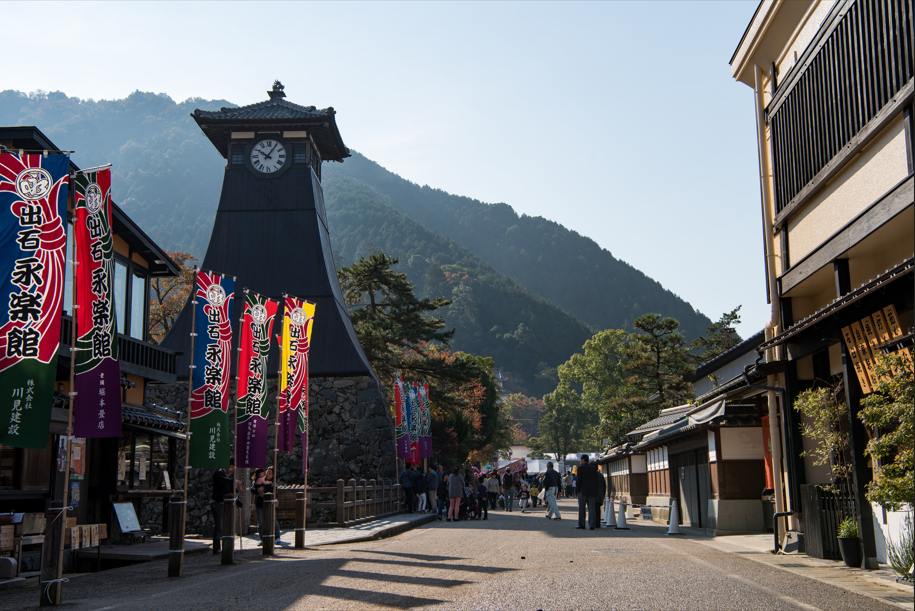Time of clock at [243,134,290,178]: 10:05
